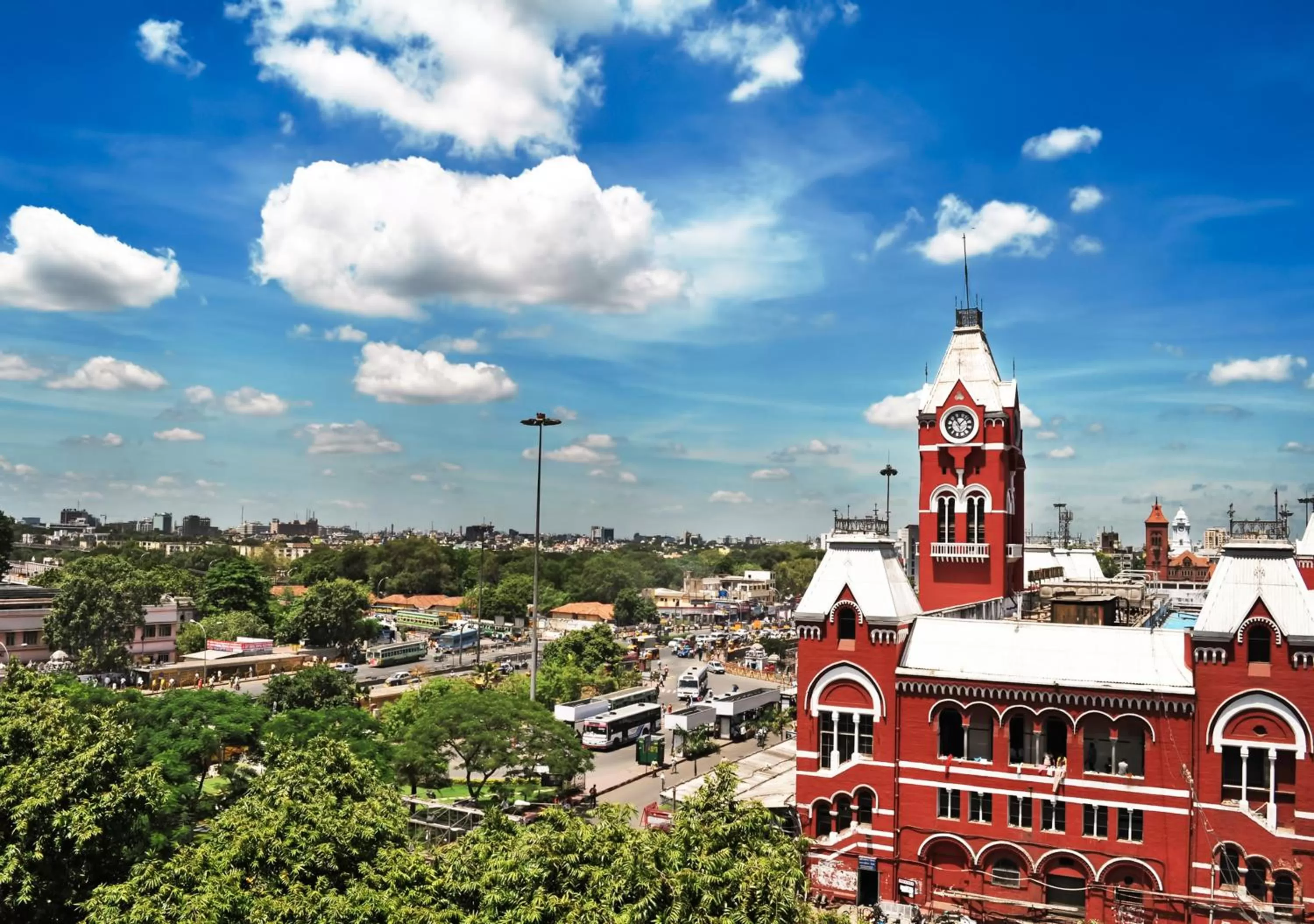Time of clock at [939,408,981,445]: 11:07
